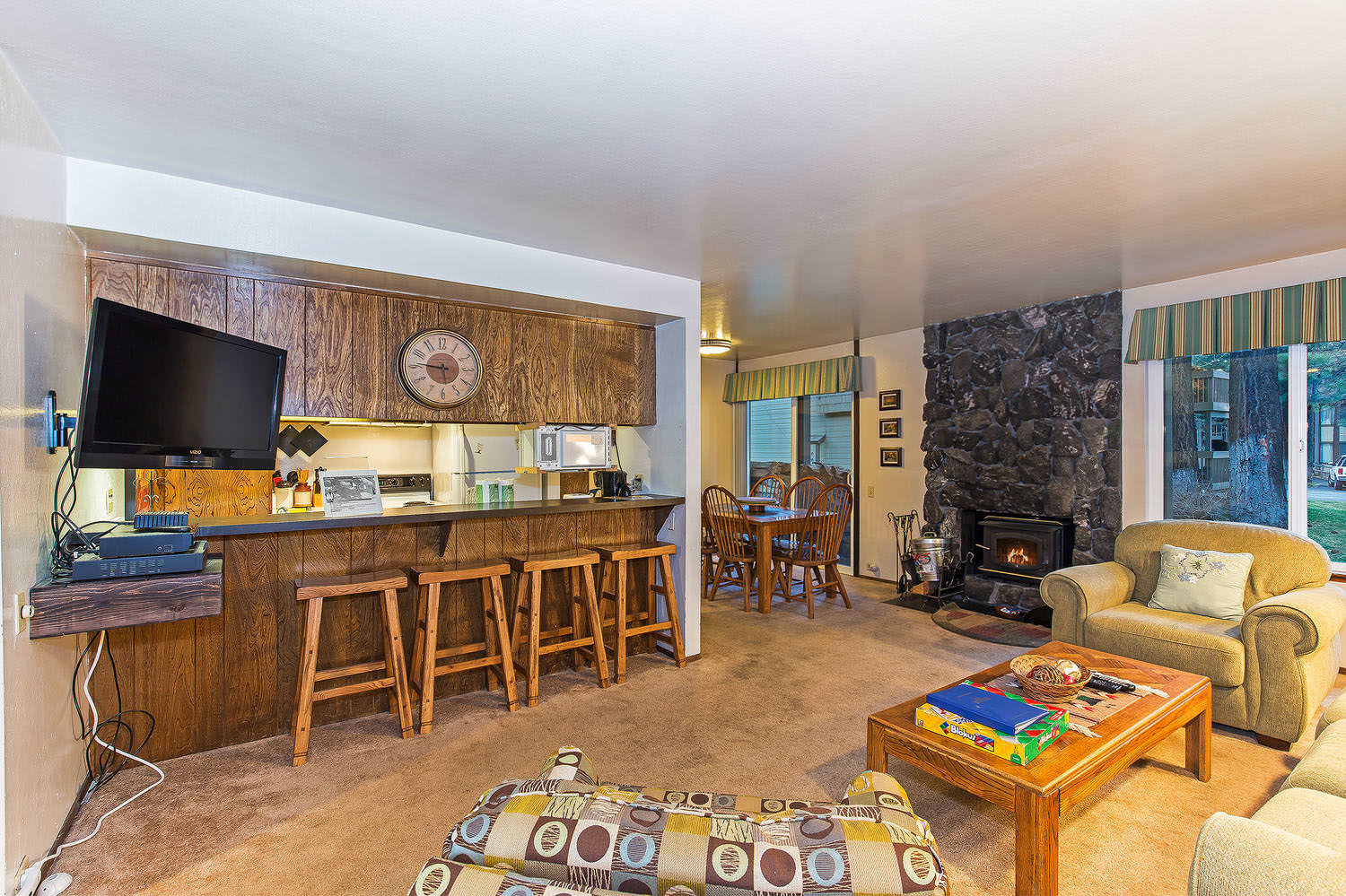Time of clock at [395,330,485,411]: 5:46
